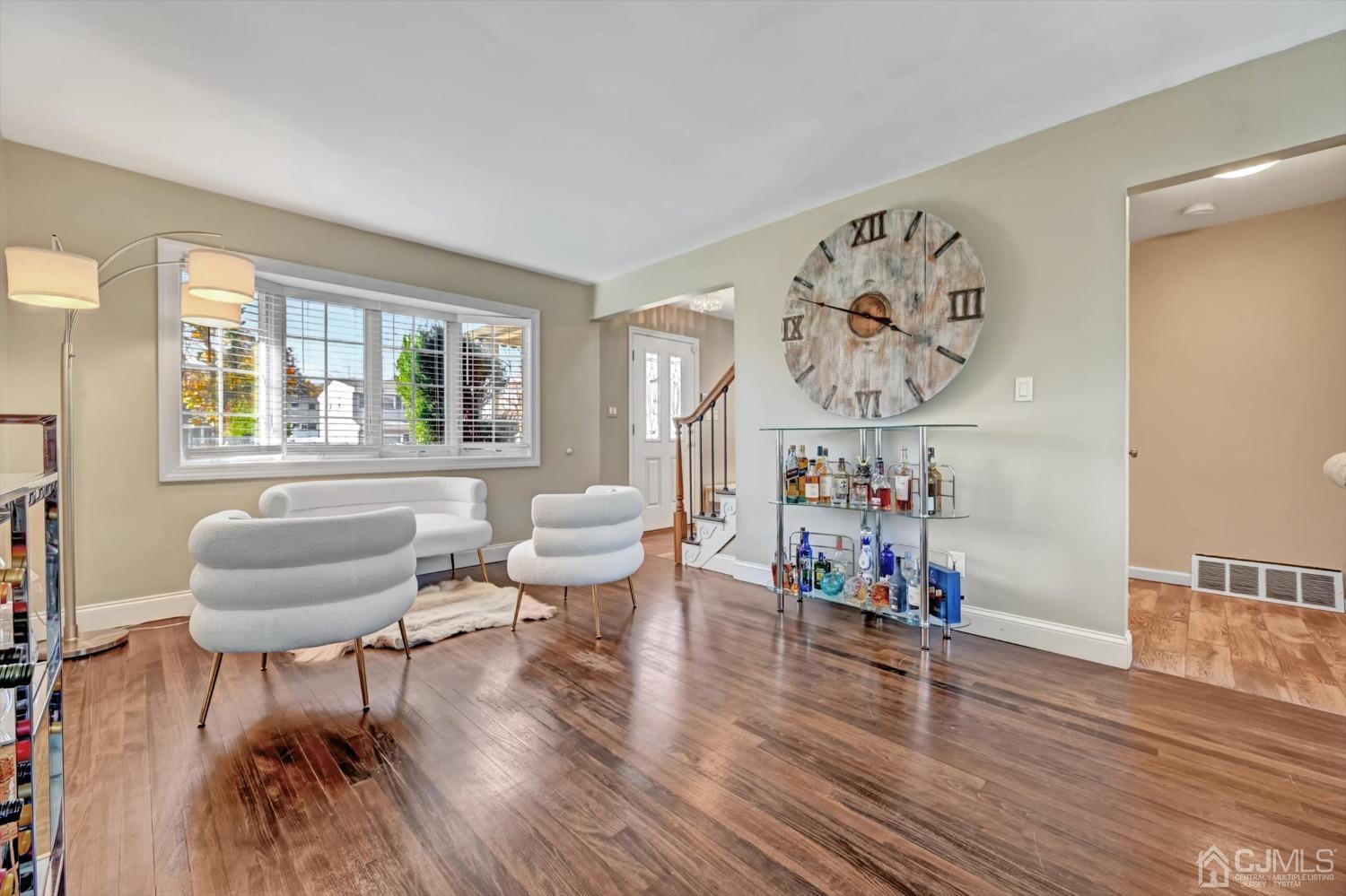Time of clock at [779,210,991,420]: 3:48
